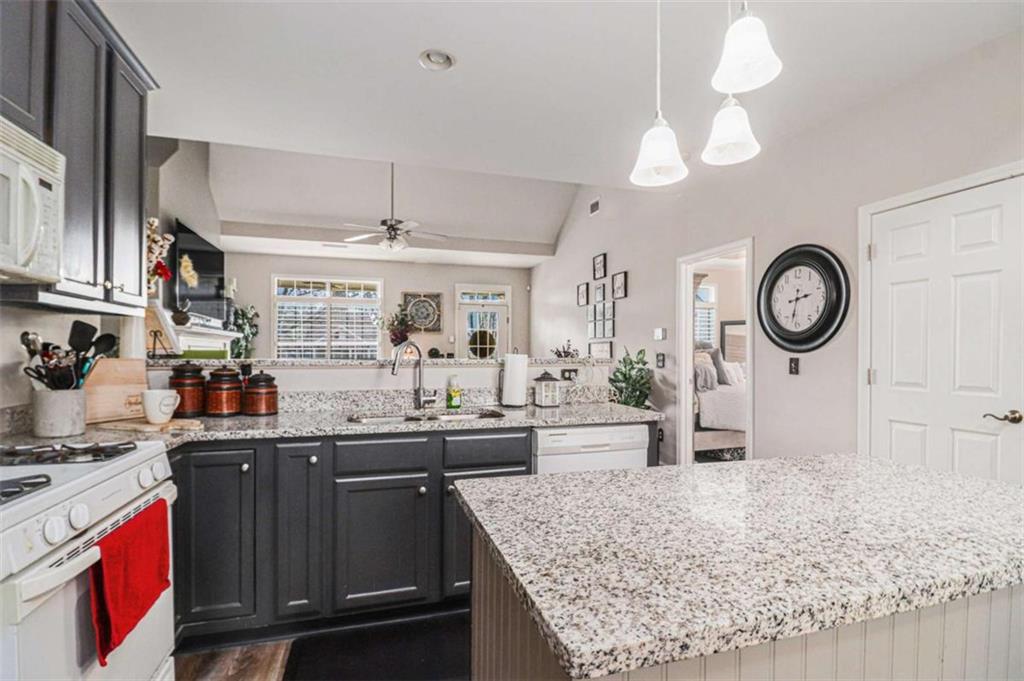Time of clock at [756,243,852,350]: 2:32
